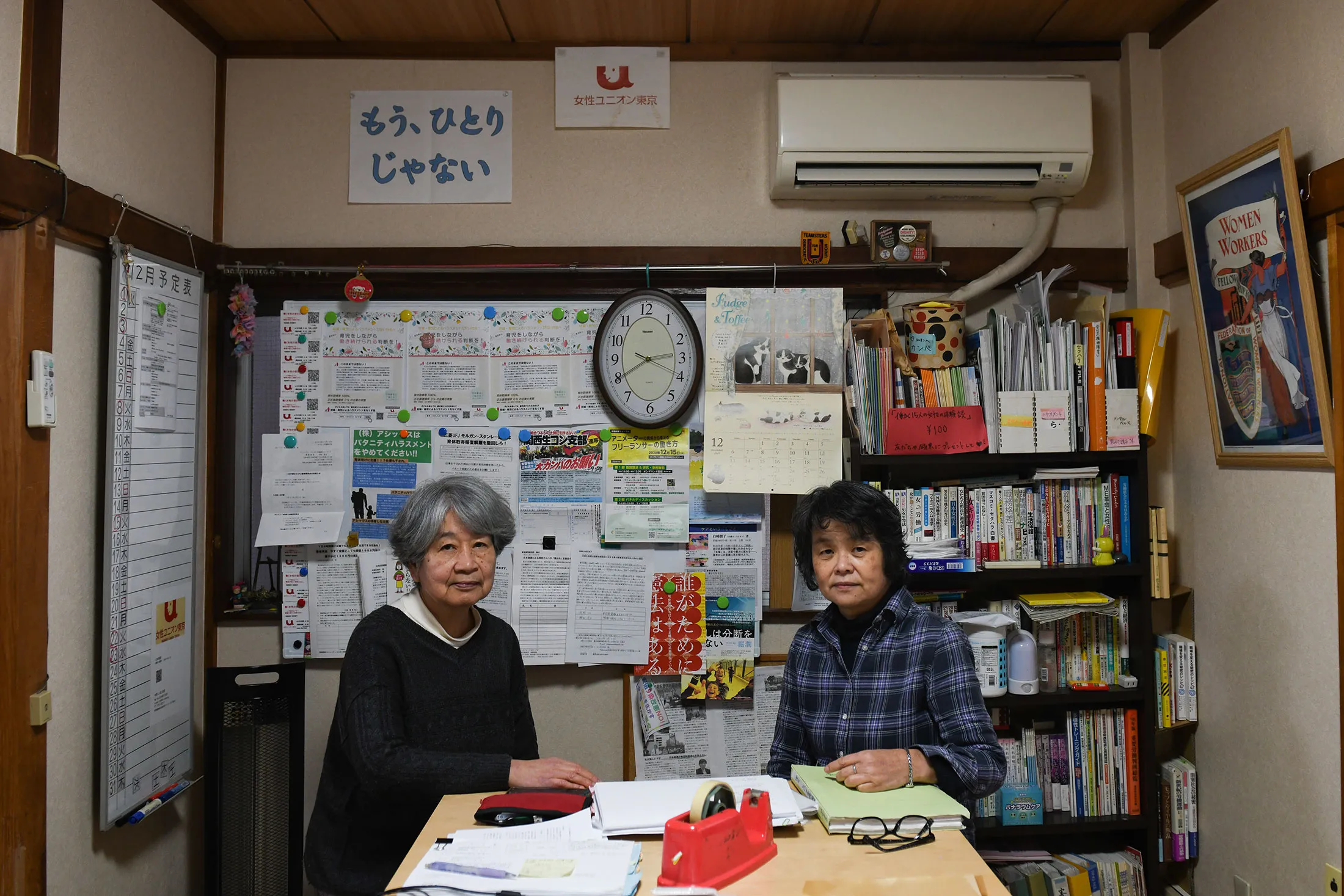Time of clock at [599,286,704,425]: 2:40
